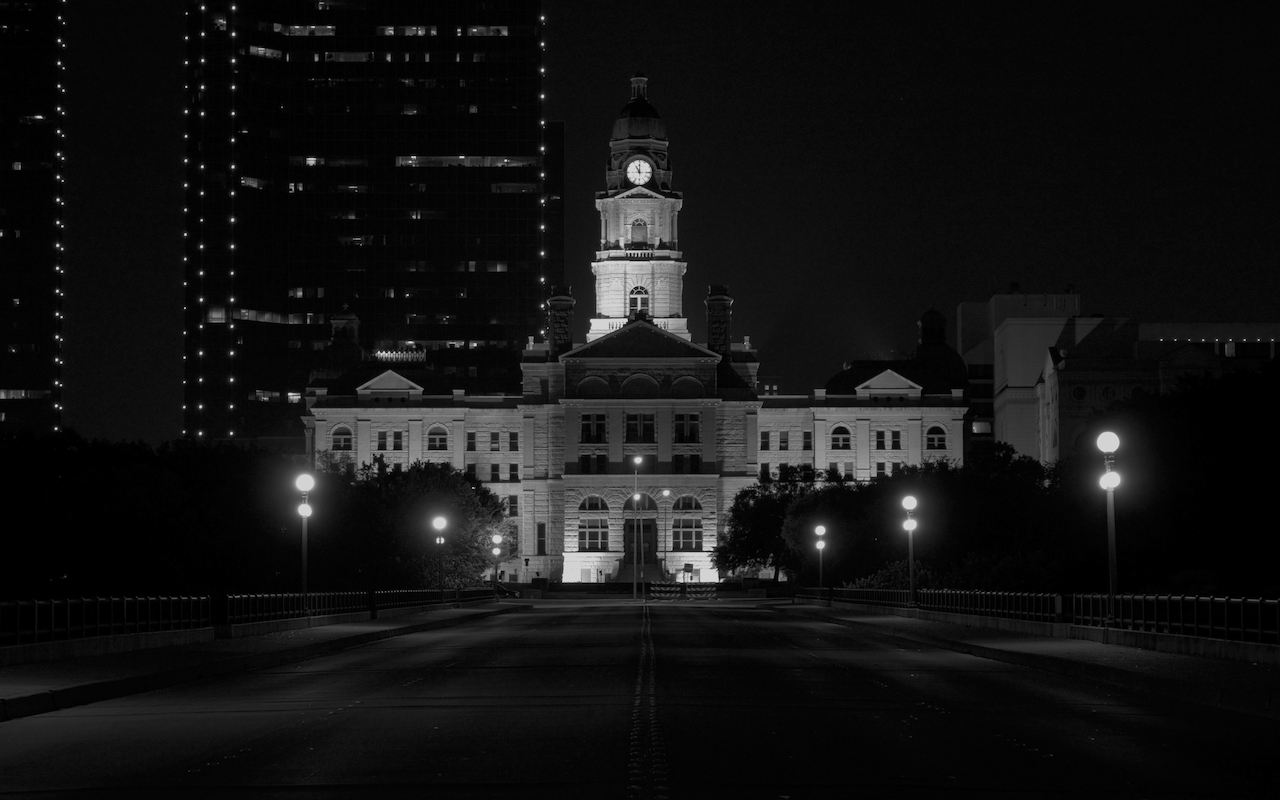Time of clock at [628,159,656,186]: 11:00
